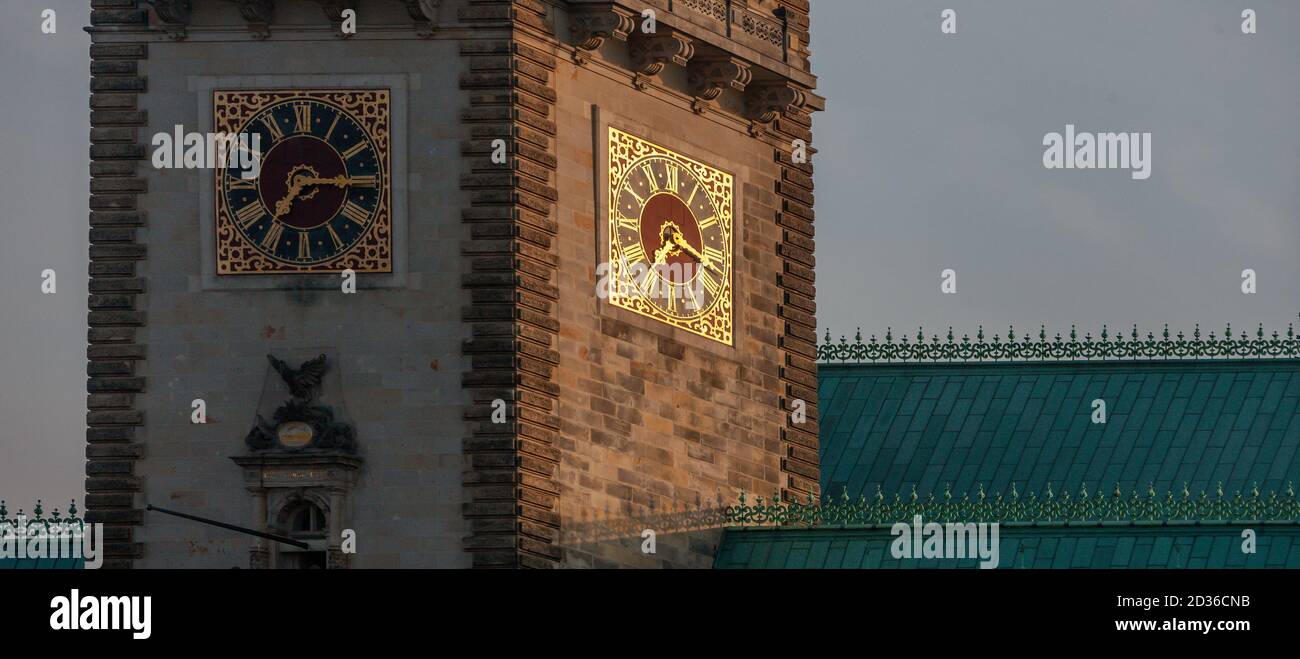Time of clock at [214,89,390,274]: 7:15
